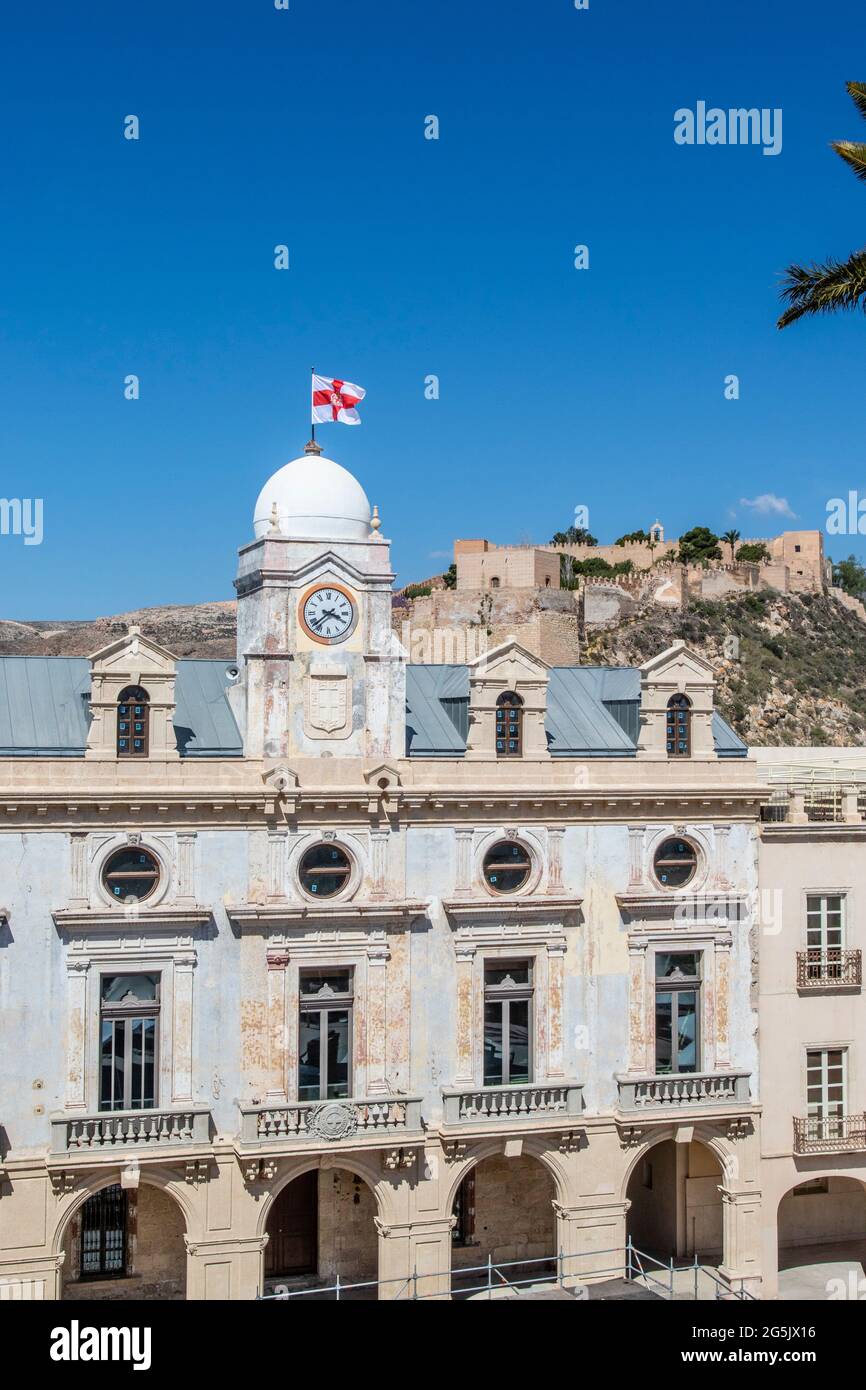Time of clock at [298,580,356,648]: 3:38
